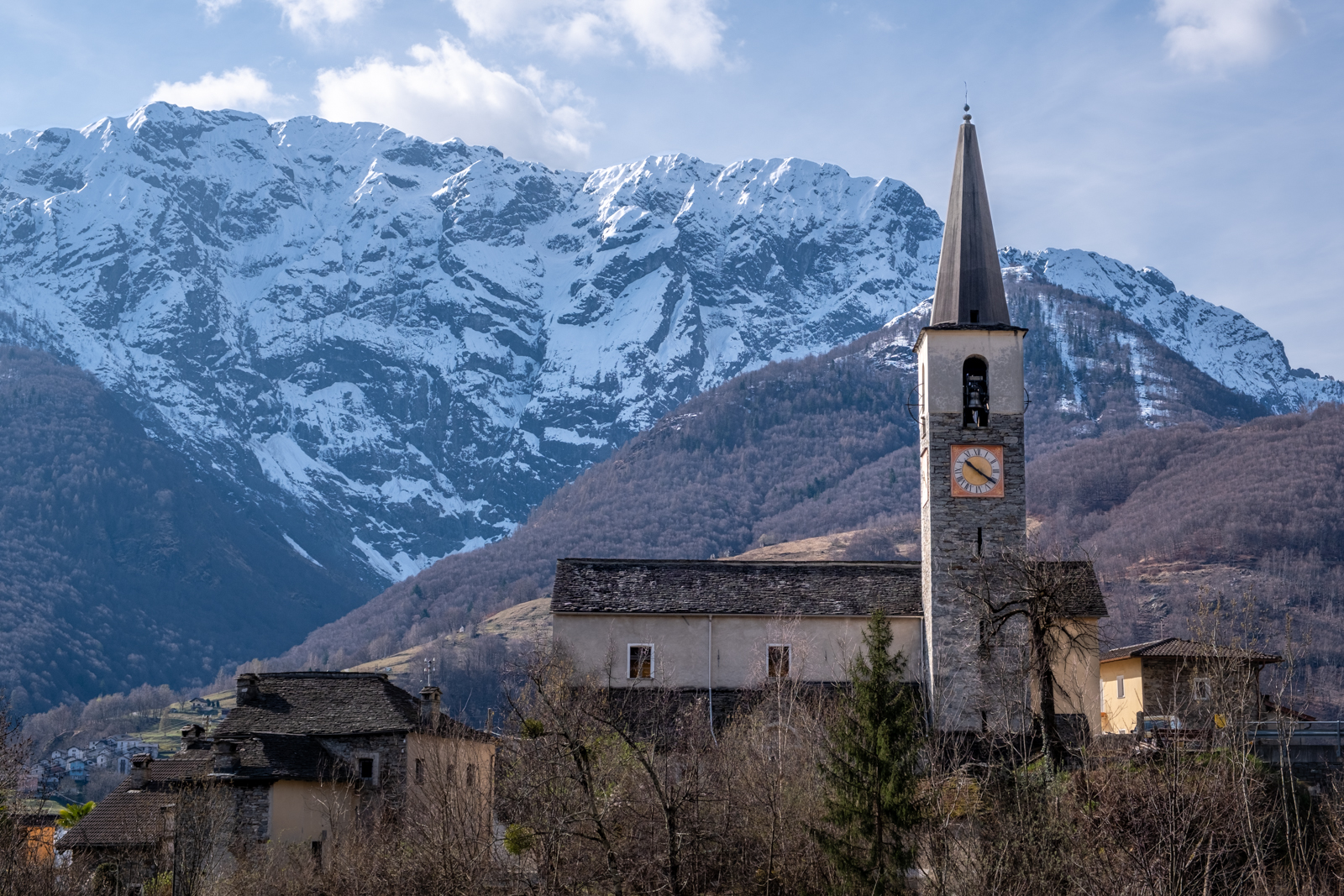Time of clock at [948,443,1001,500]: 10:20
